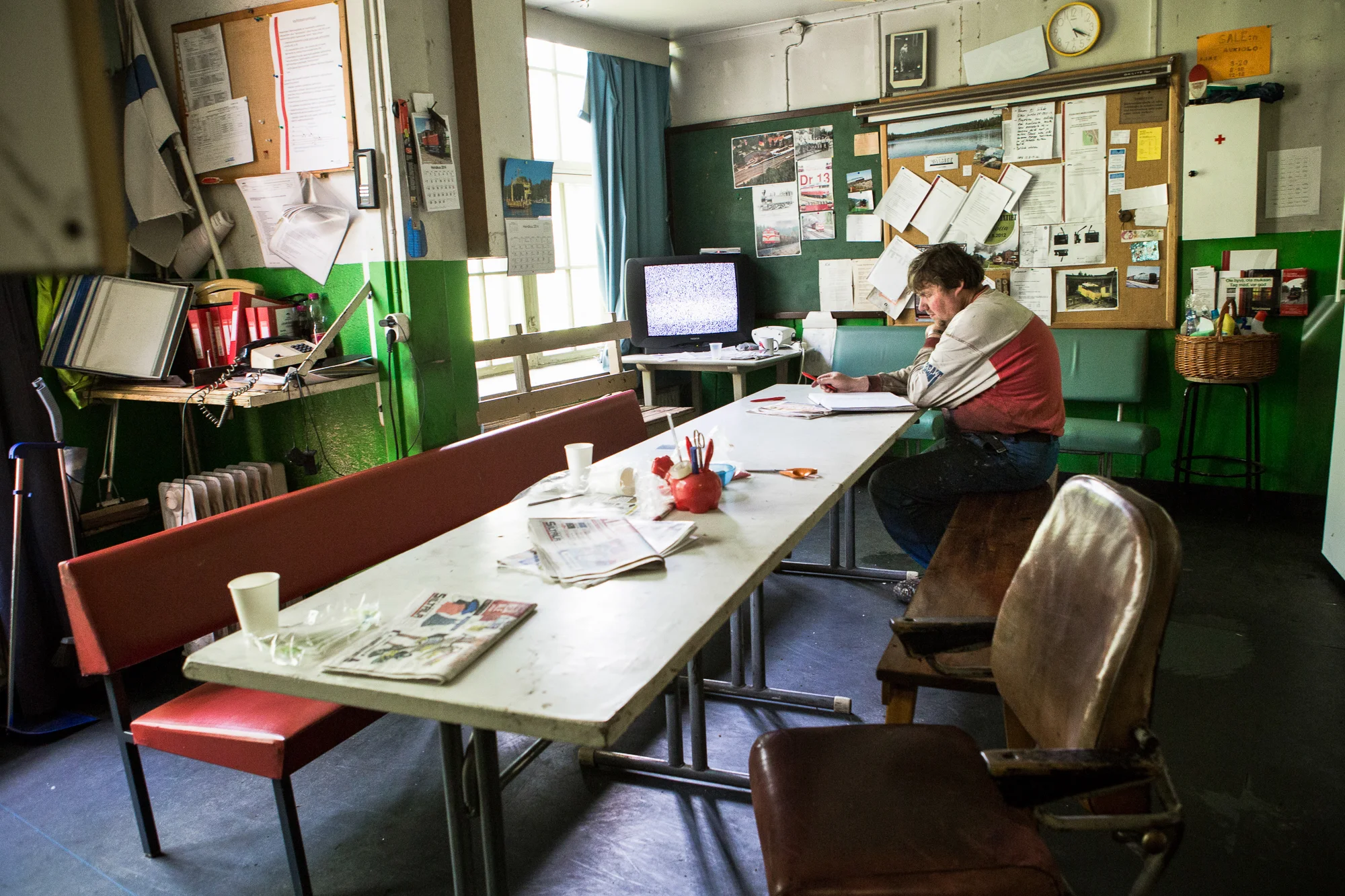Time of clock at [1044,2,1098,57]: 4:19
